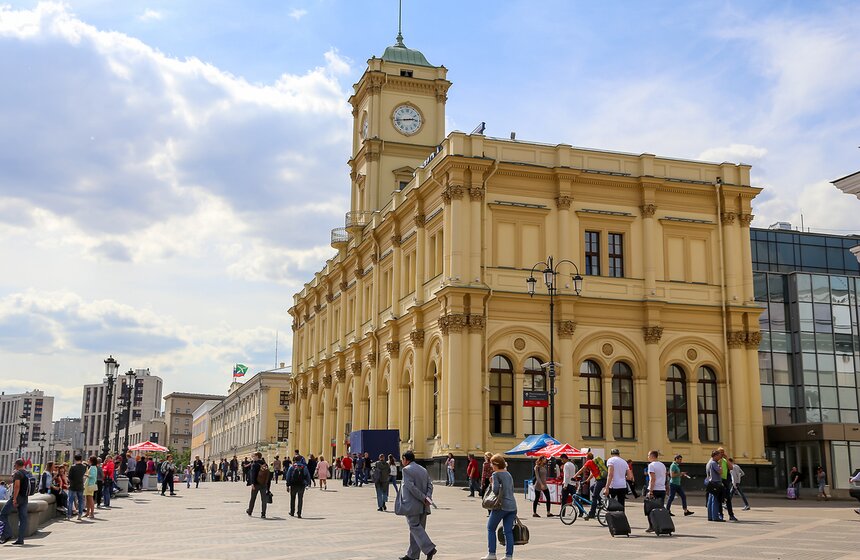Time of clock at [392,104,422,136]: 2:43
